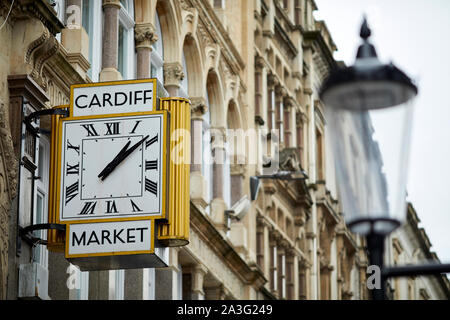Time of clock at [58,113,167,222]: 1:08
